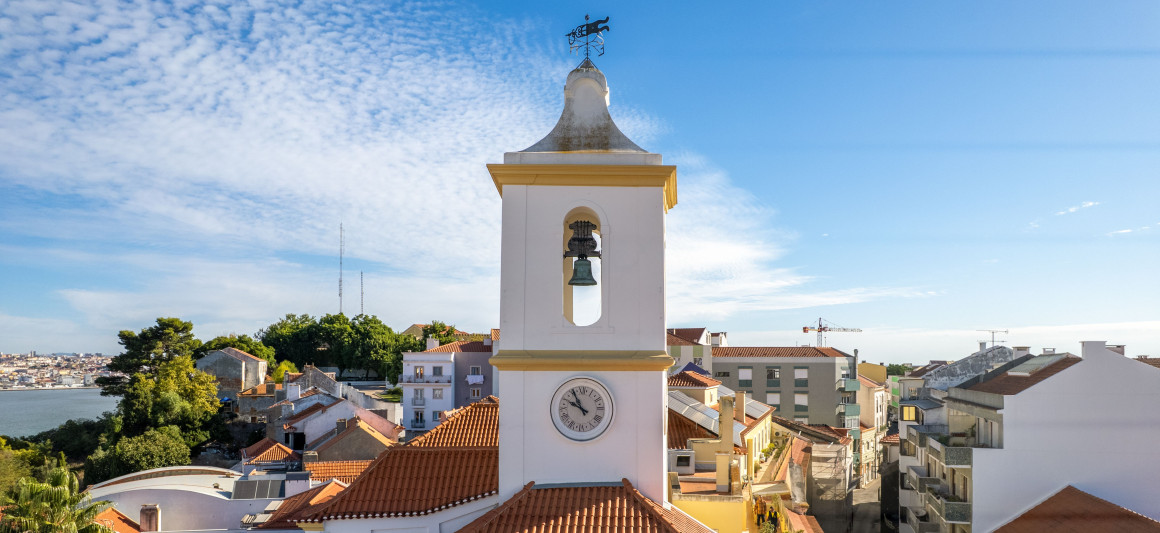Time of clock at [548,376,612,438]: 9:55
